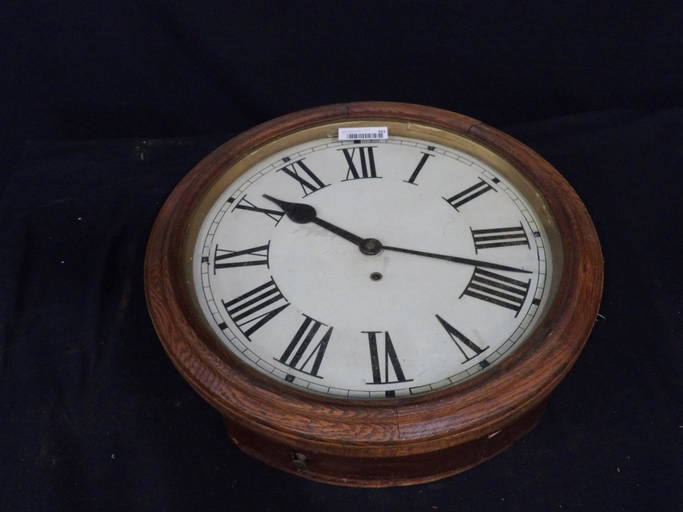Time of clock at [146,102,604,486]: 10:17
